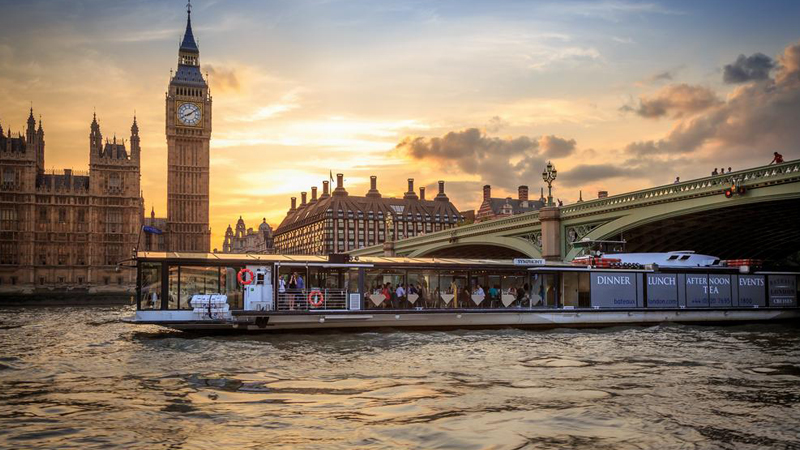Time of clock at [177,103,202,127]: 8:08
